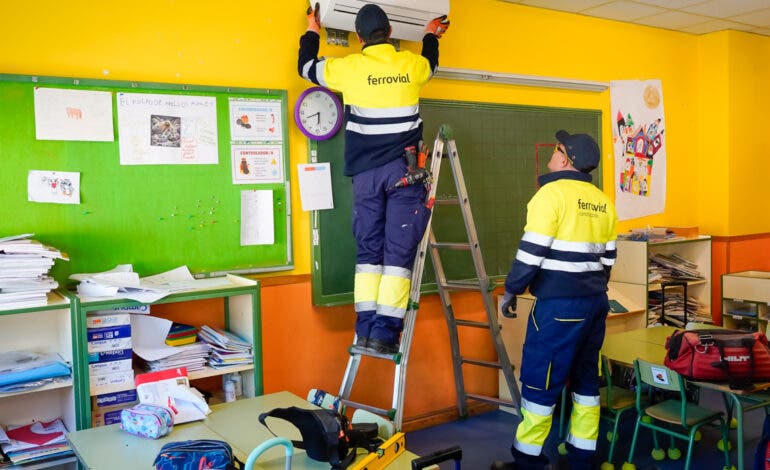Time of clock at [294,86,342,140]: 5:41
